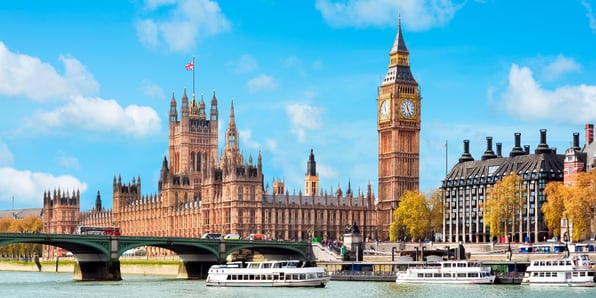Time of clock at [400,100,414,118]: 11:25
